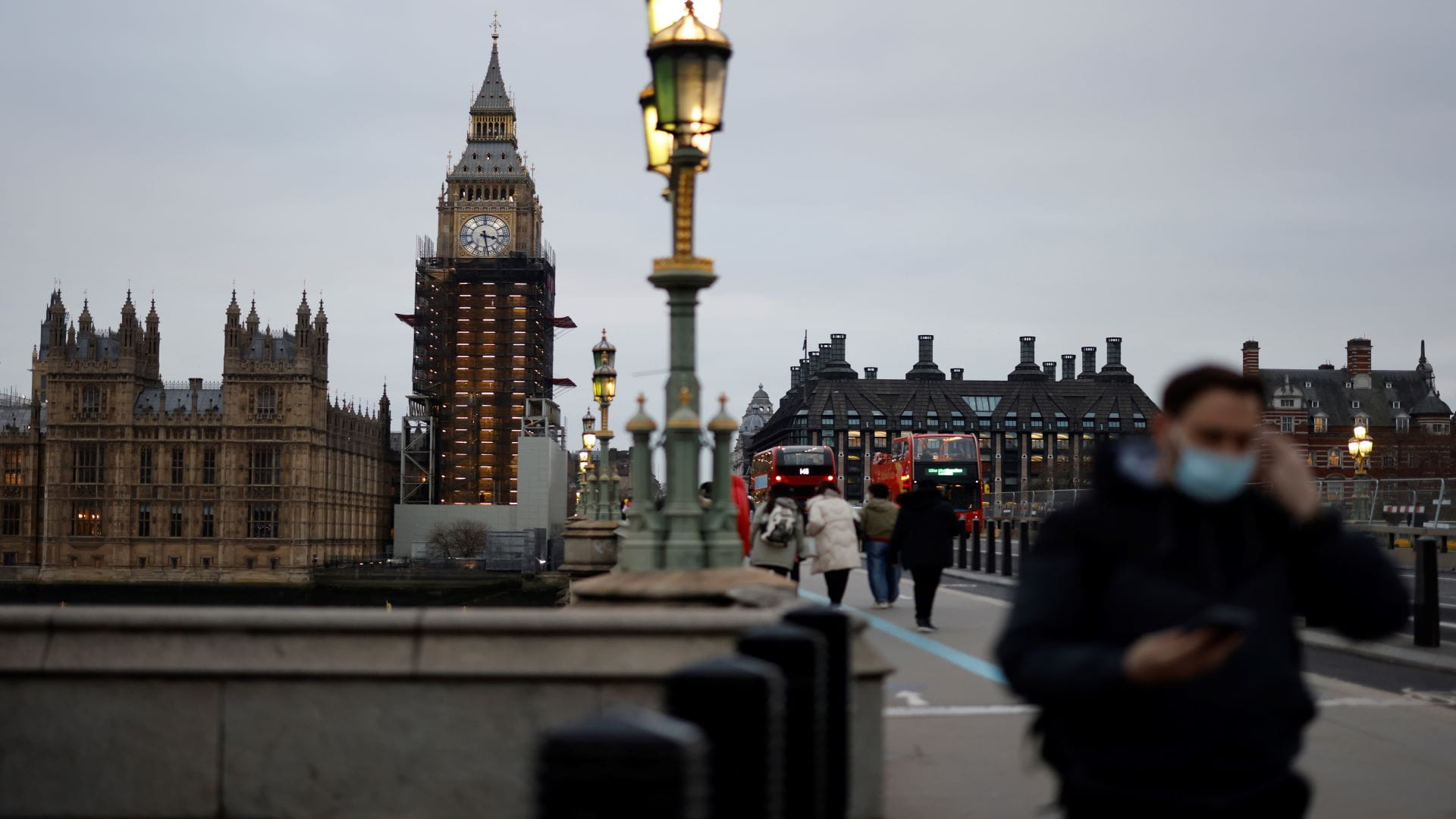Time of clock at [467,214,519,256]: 3:28
